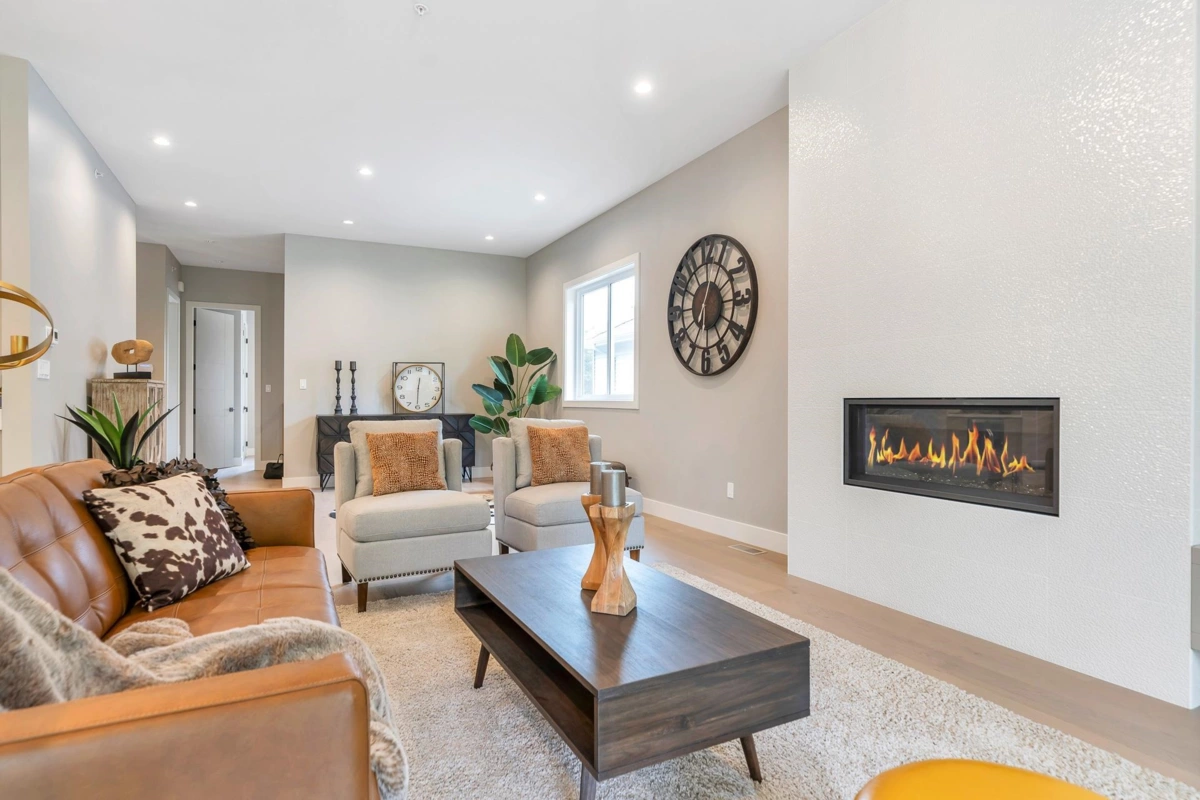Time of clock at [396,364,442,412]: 12:30
